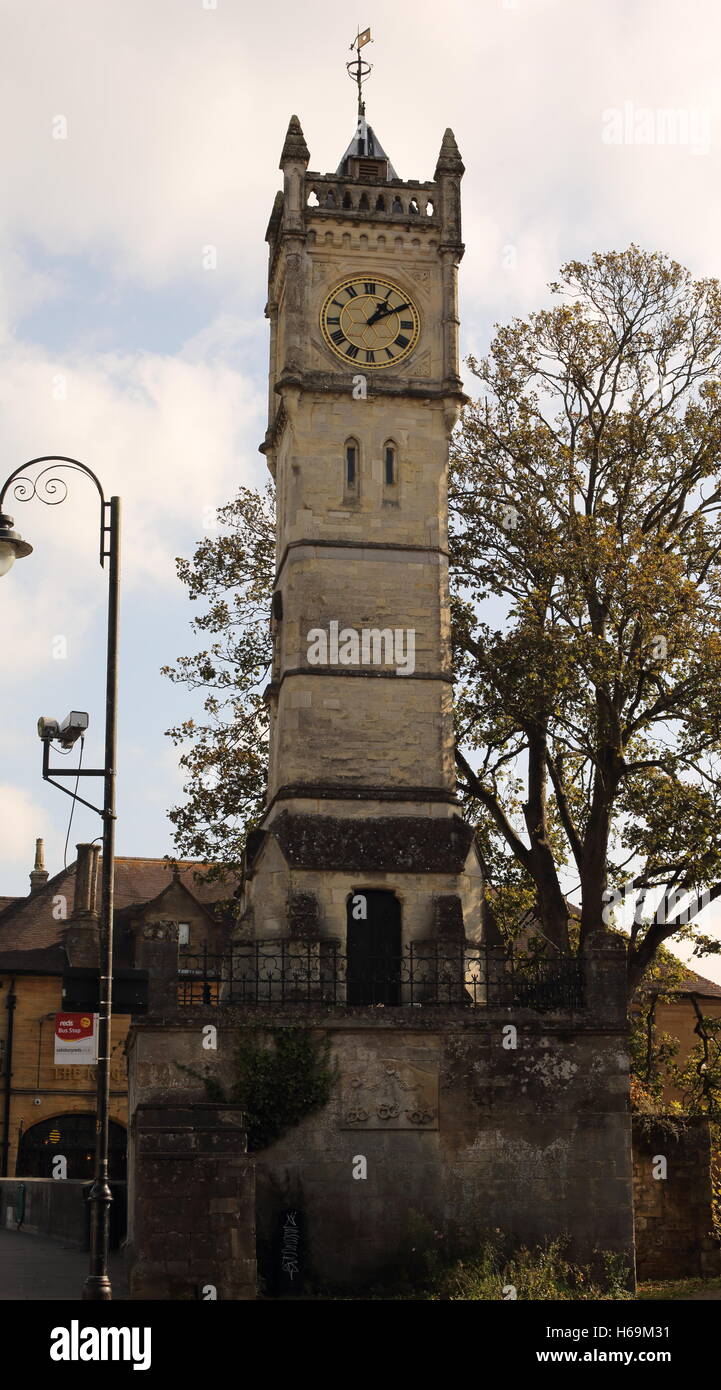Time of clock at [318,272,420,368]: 1:09
